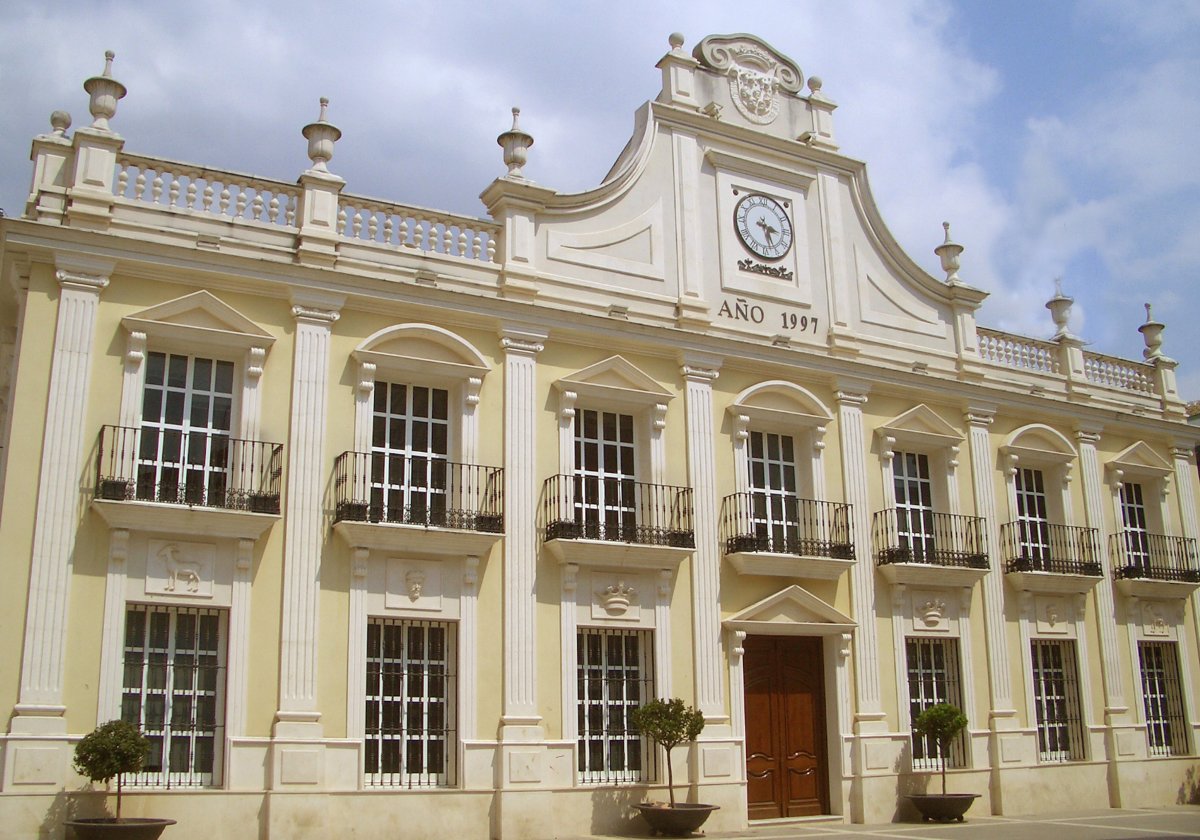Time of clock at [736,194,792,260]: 3:27
